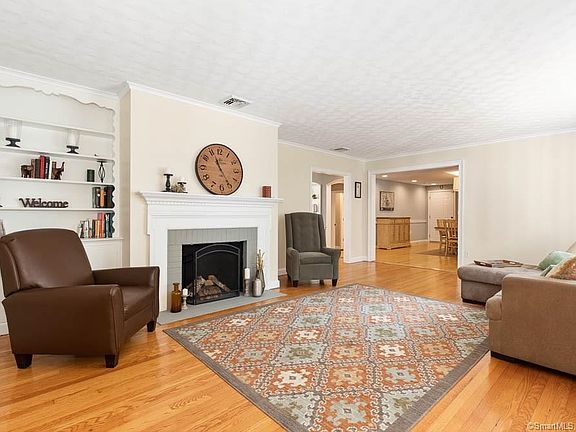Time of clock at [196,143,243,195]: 11:24
